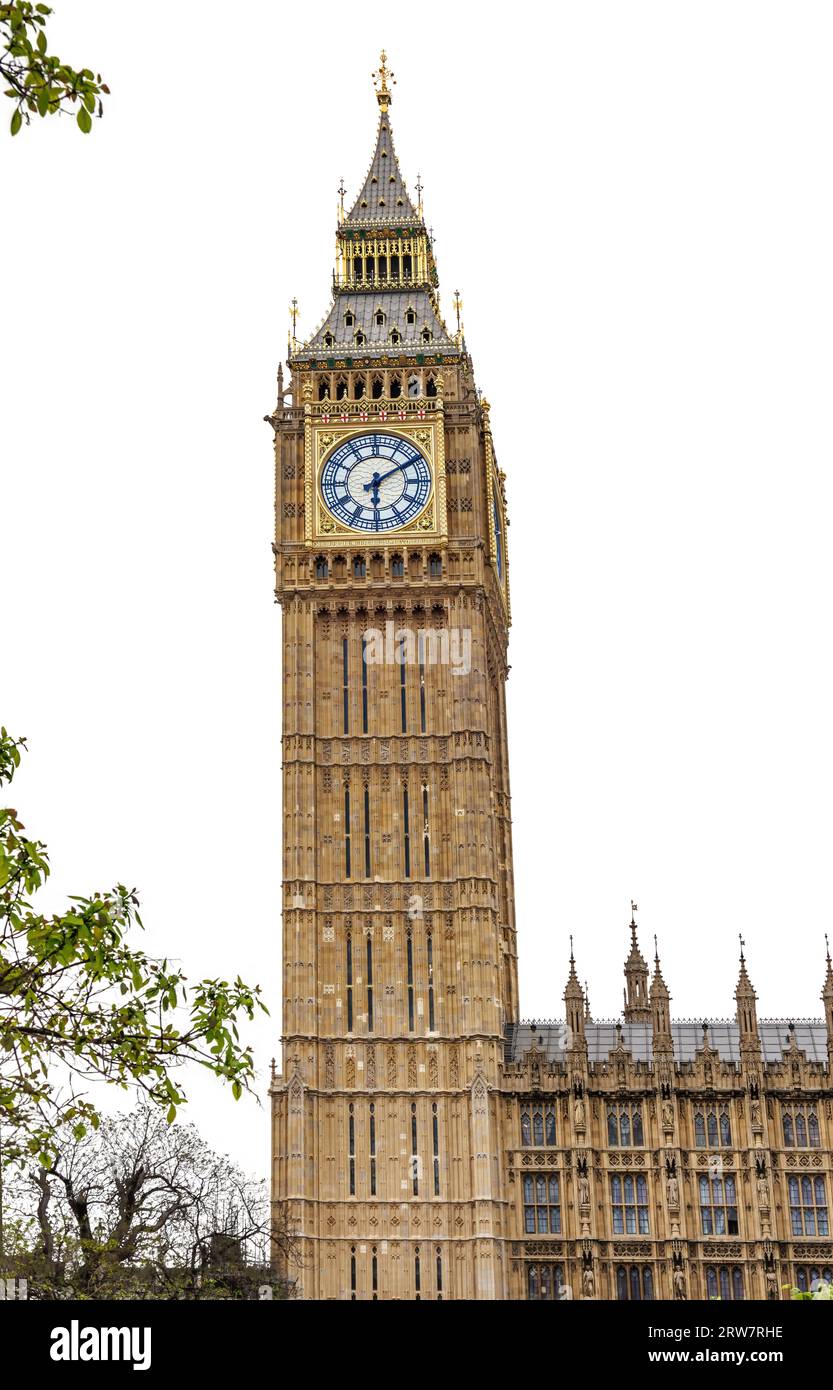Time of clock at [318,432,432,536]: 6:09
